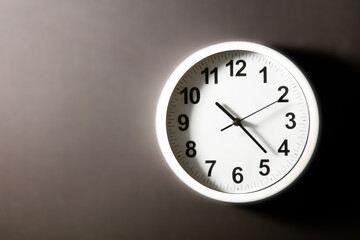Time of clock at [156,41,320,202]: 10:22
